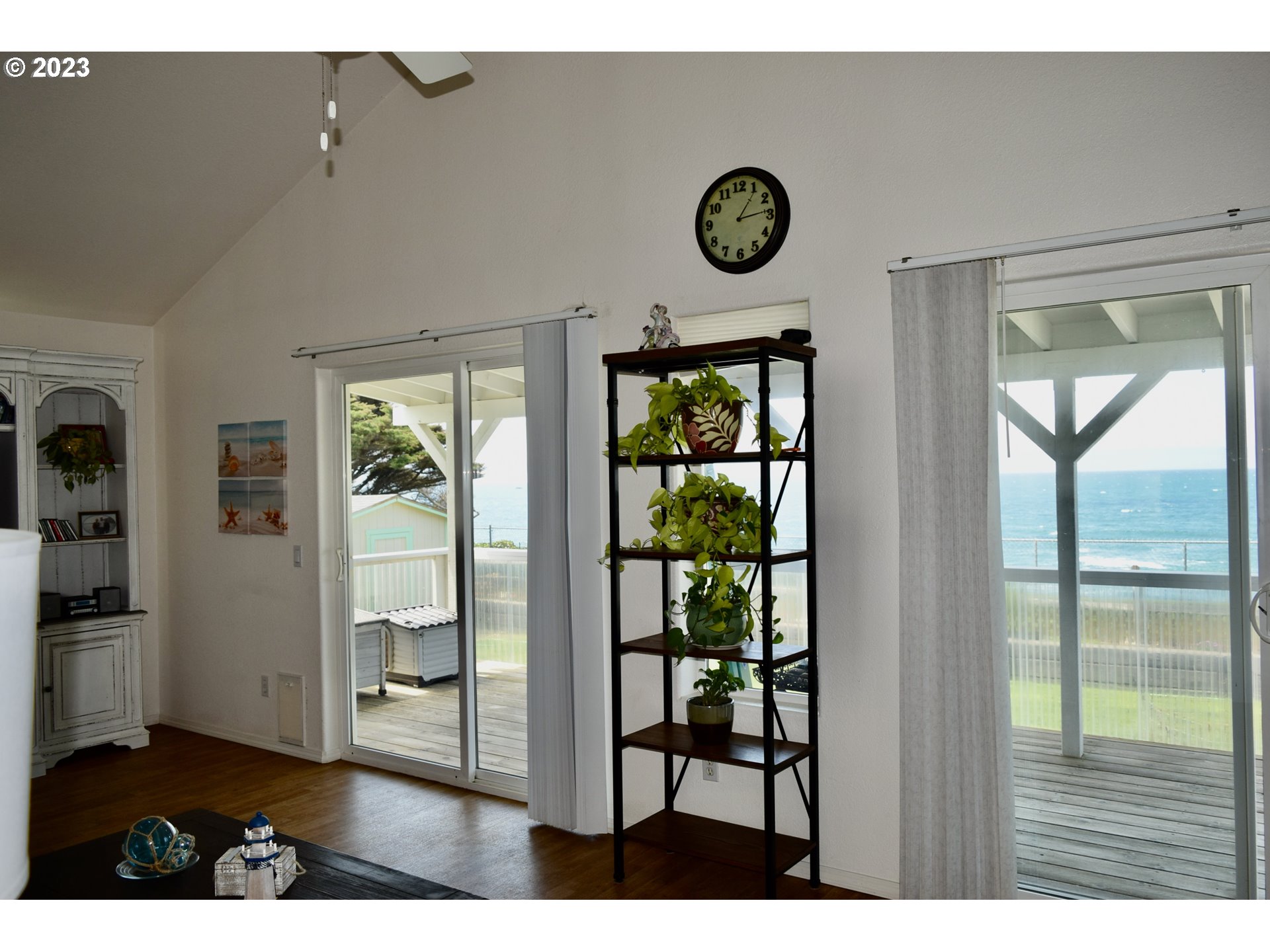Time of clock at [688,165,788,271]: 1:13
